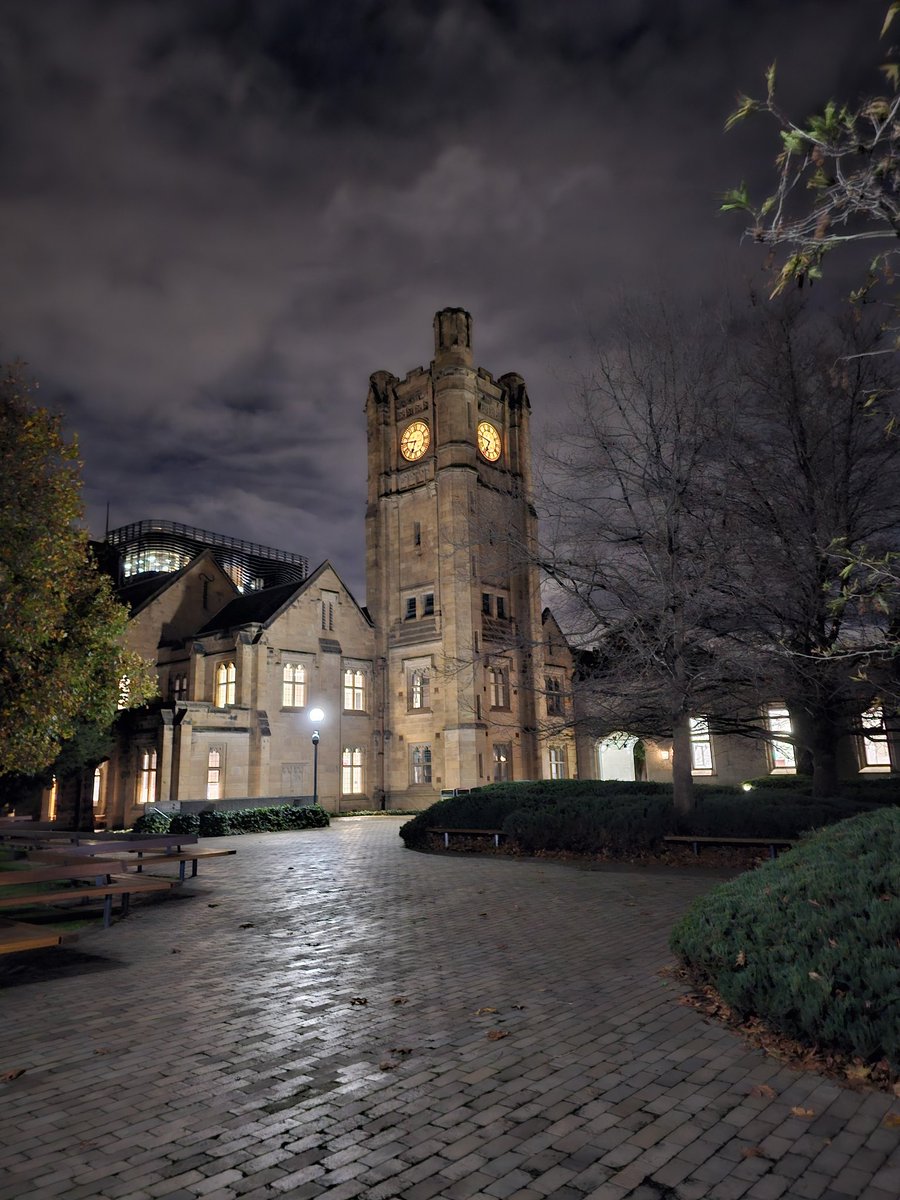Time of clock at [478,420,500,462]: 6:46
